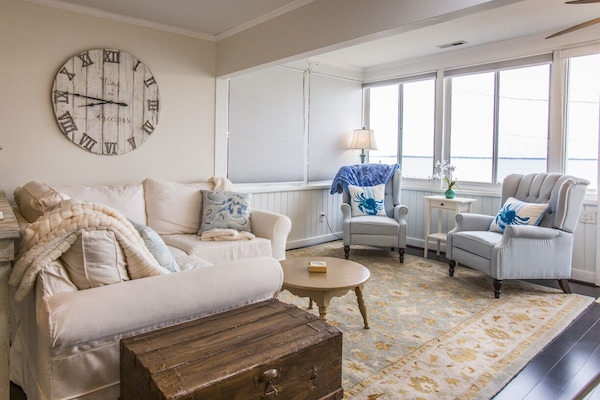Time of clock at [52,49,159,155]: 8:46
